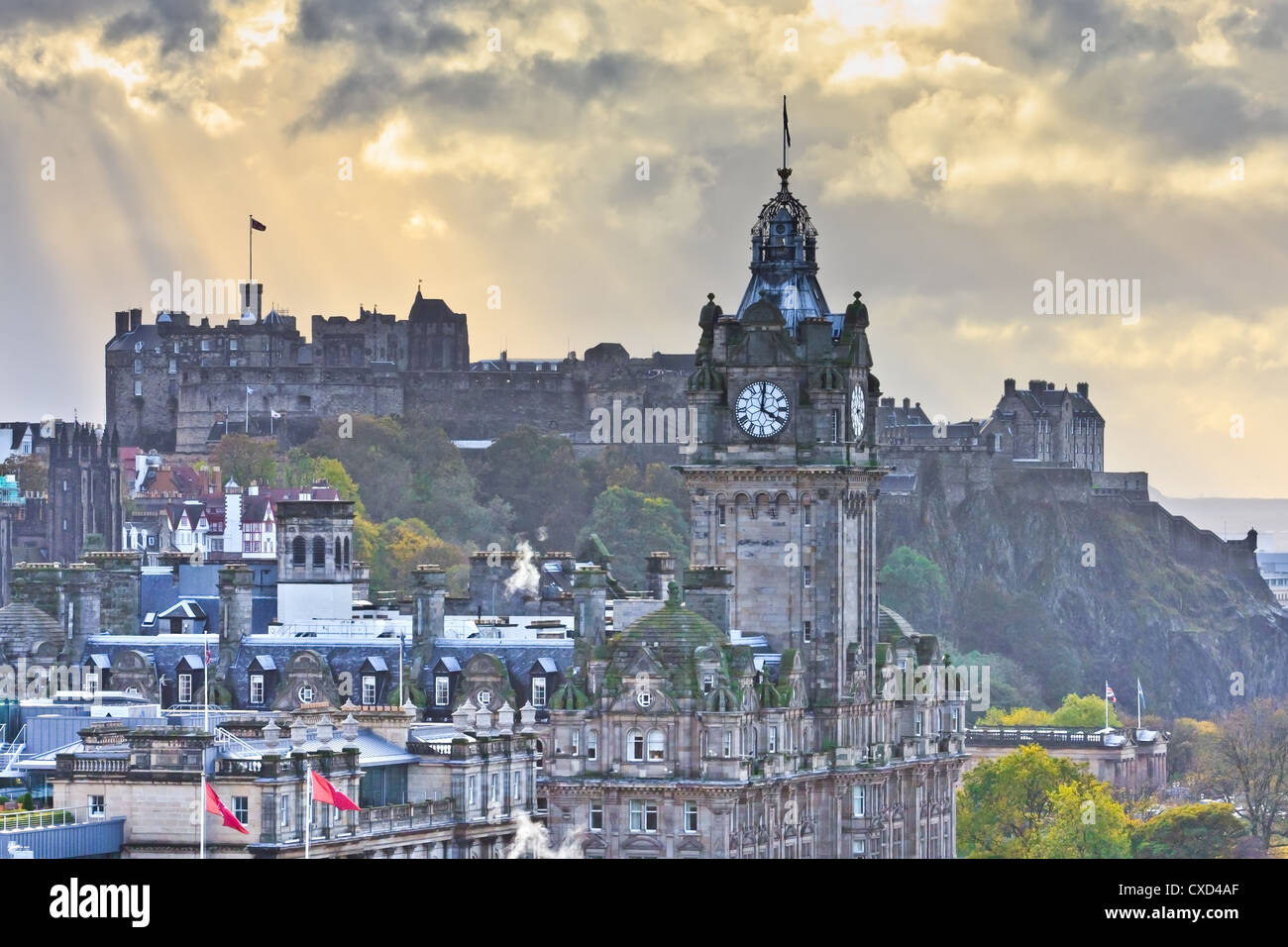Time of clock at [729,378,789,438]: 4:00
